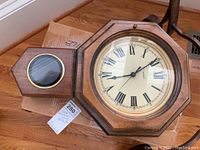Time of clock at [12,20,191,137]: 1:43
